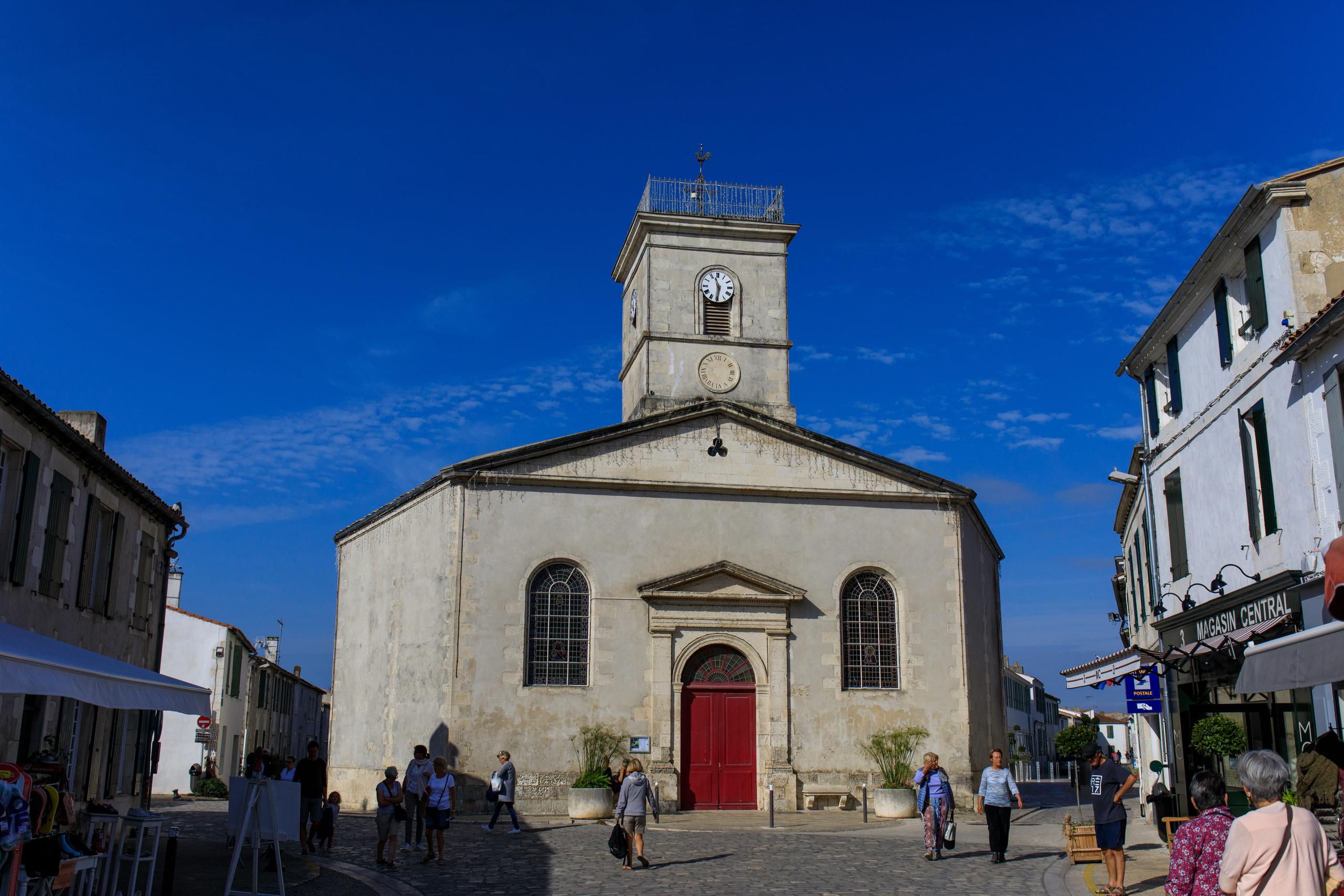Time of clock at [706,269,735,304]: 11:31
